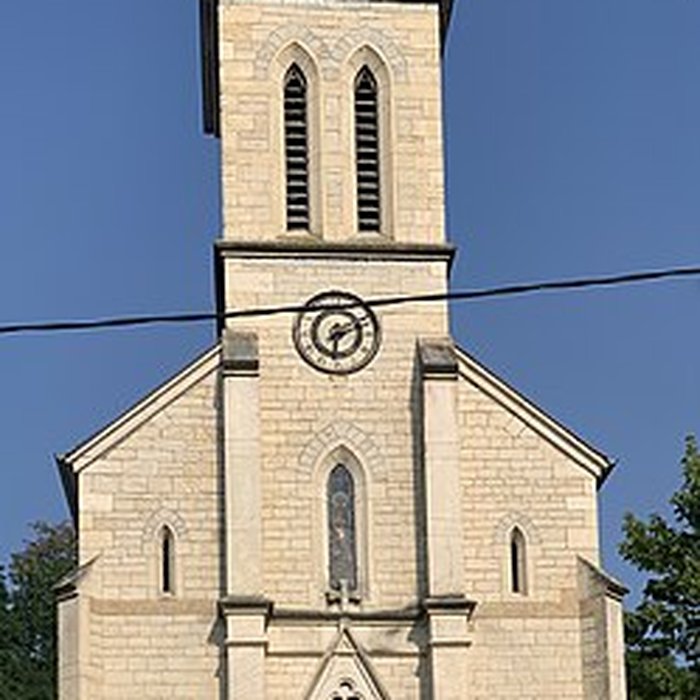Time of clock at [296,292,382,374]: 6:11
